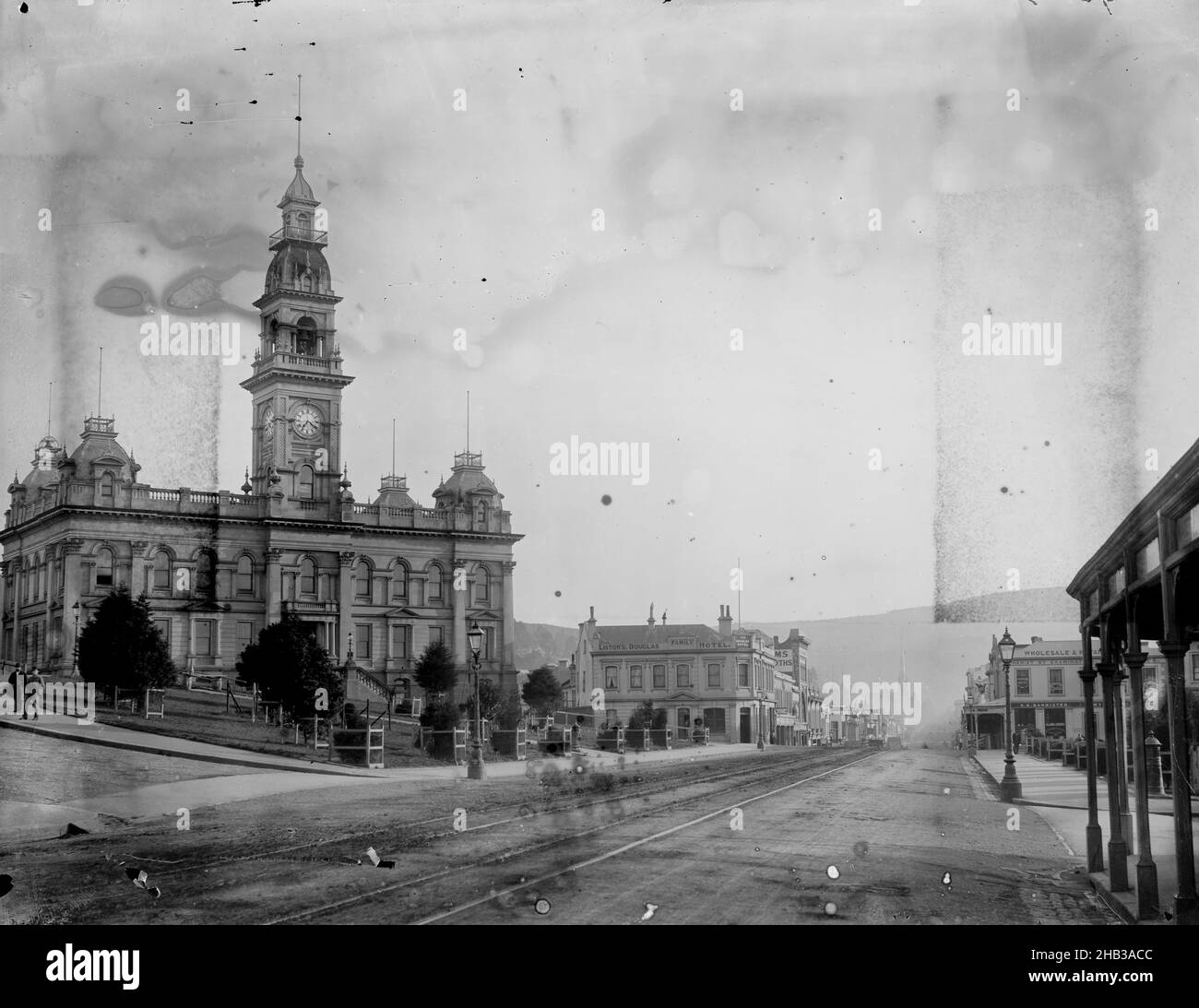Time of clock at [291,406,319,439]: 7:20
